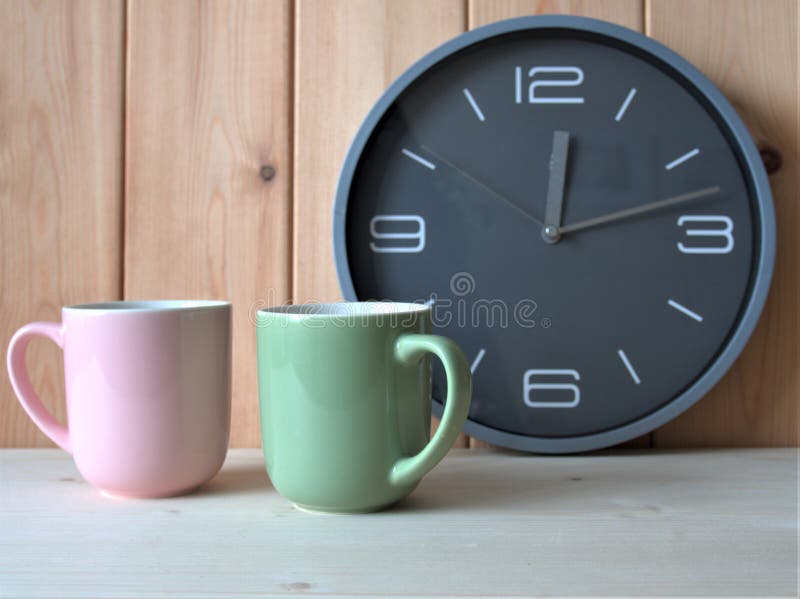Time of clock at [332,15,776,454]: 12:12
